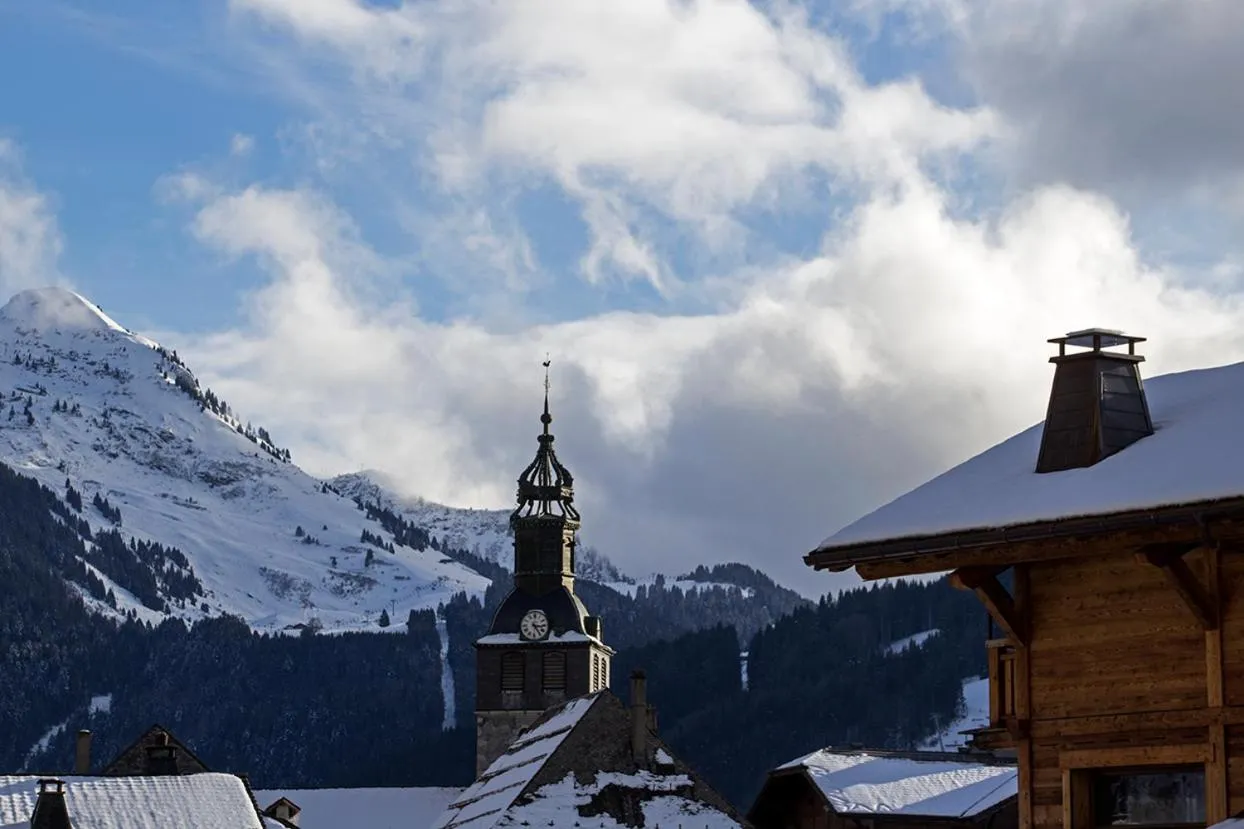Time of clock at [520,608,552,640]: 3:24
